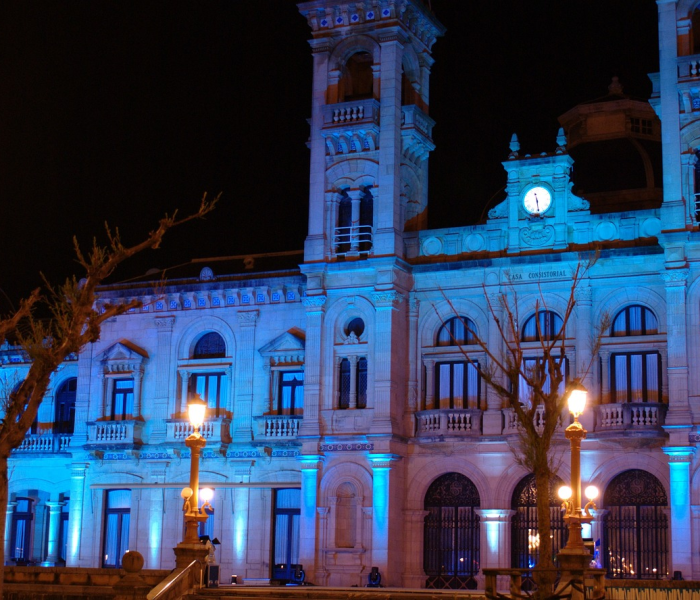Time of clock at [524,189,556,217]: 11:28
